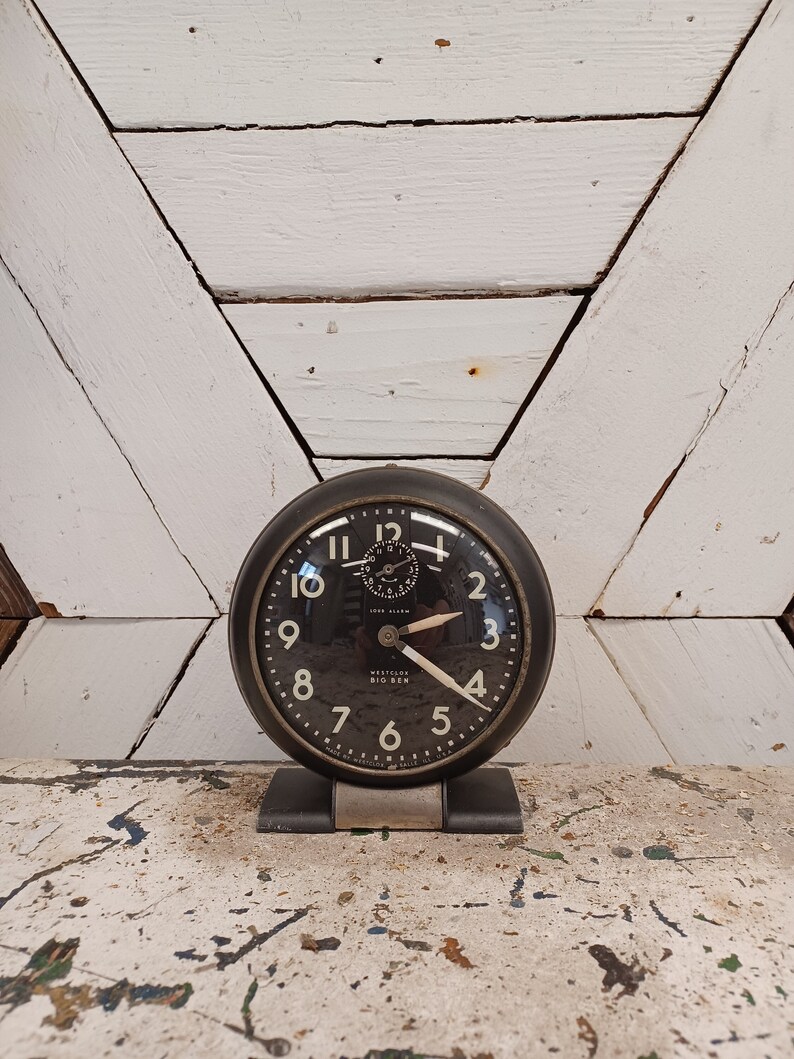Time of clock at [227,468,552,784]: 2:21
